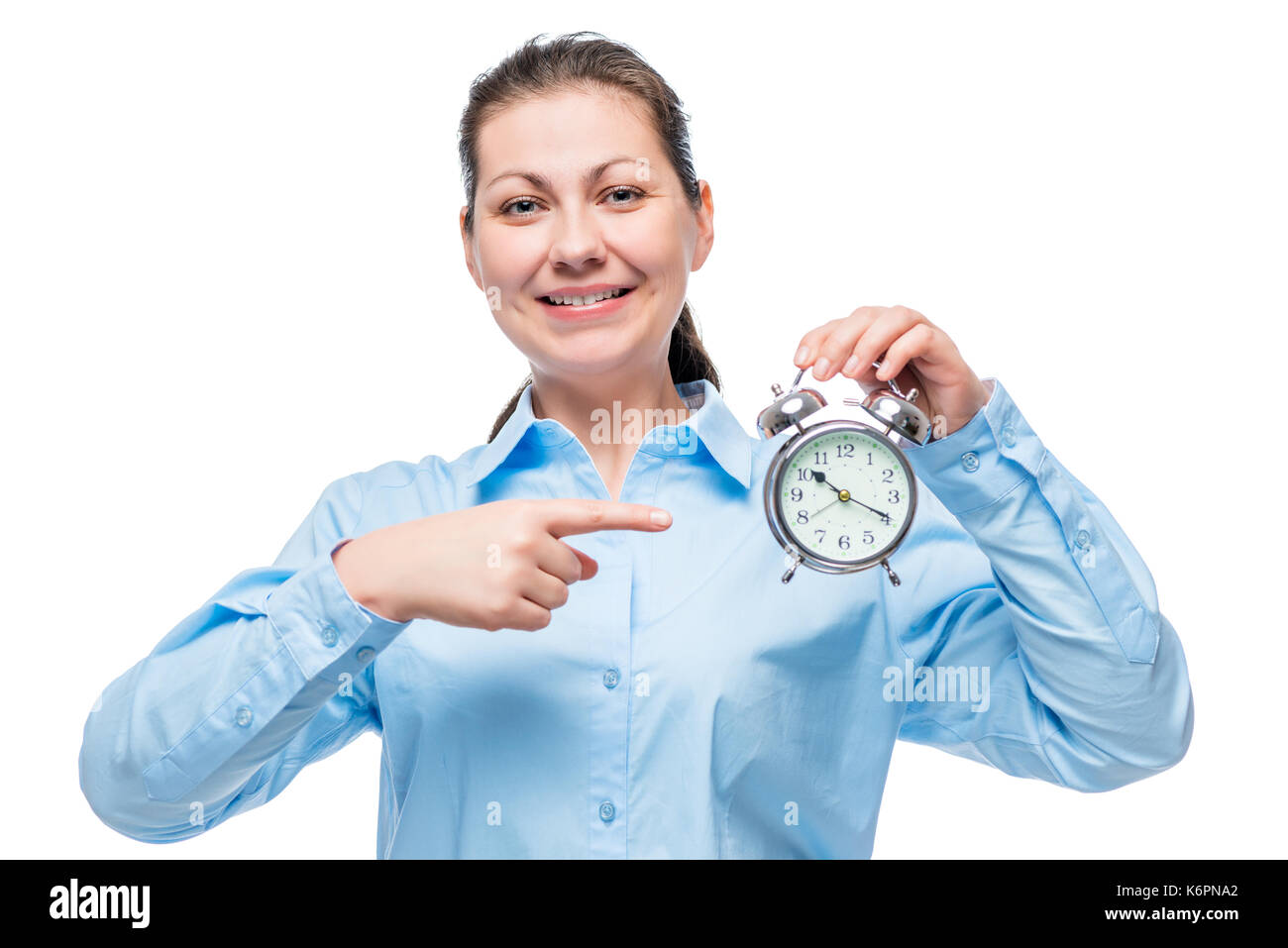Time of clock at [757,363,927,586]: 10:19
